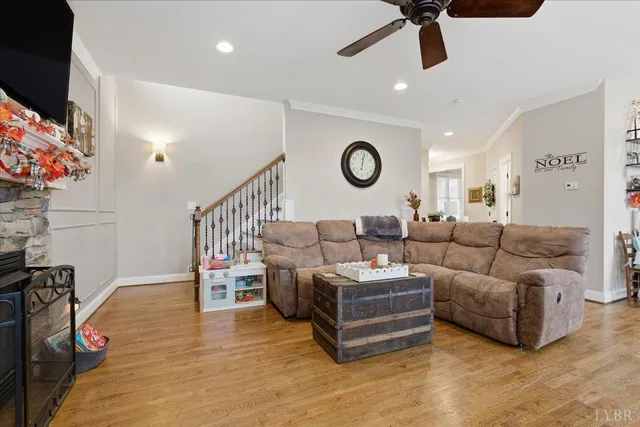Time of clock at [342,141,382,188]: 12:02
